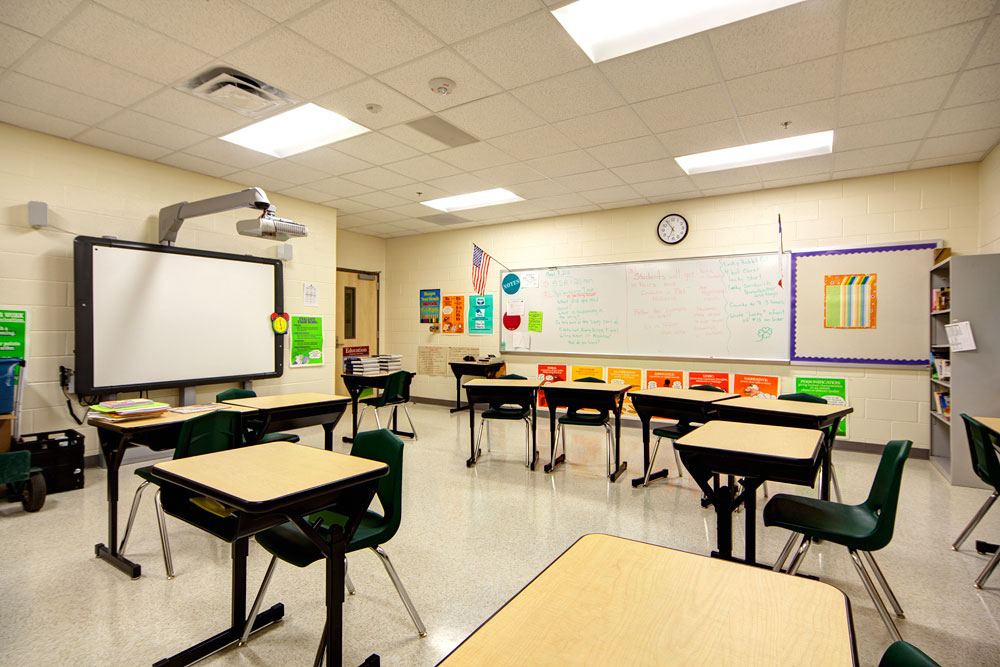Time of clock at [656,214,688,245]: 6:54
